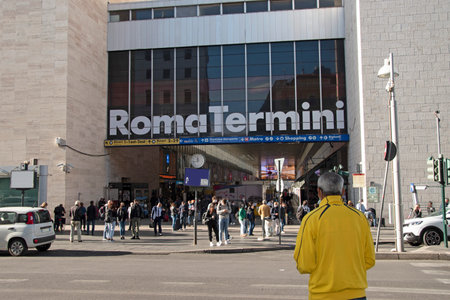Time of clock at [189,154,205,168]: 11:42
